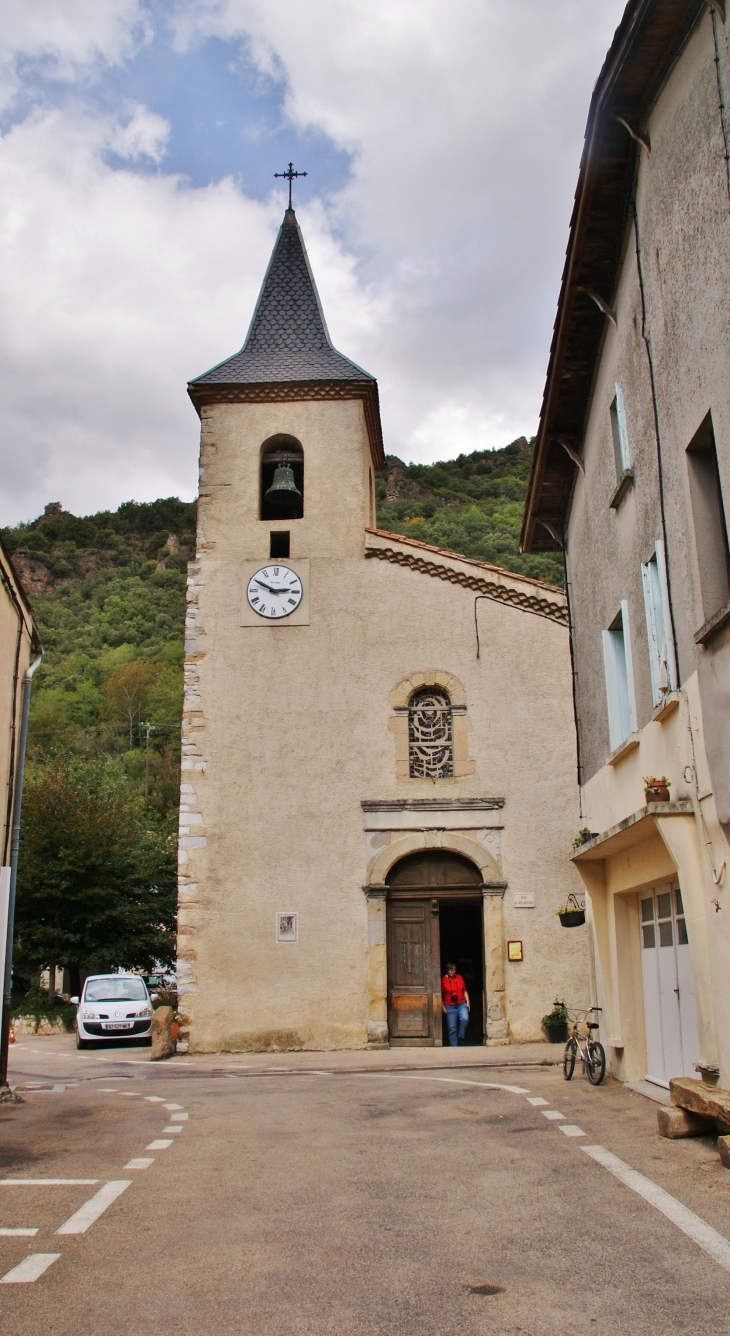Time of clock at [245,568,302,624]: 2:49
